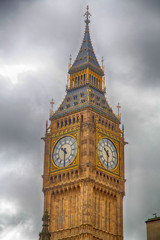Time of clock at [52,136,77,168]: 10:30
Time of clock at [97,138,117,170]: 10:30
